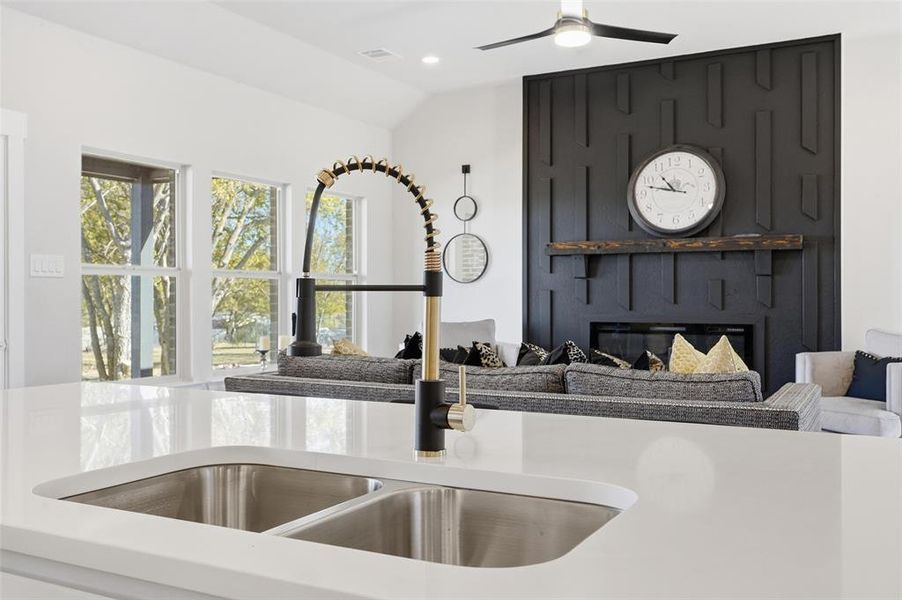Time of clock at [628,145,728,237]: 10:47
